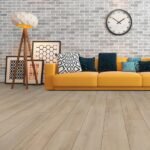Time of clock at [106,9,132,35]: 1:51
